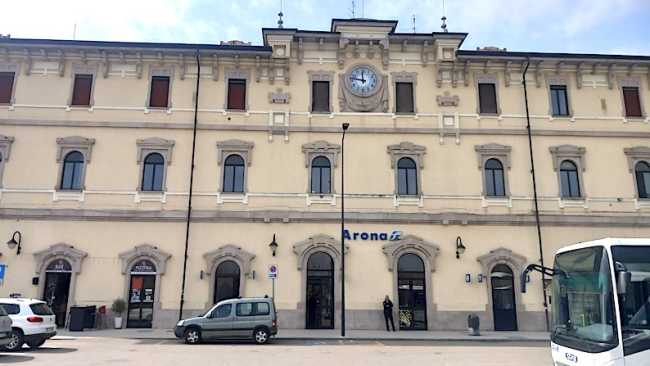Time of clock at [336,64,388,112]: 11:46
